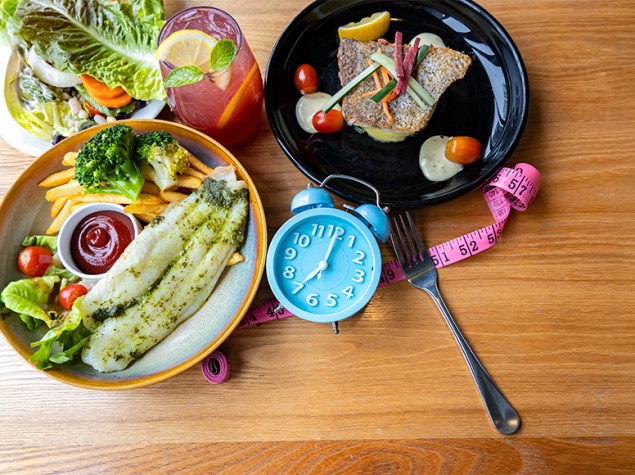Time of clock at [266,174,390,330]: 7:00
